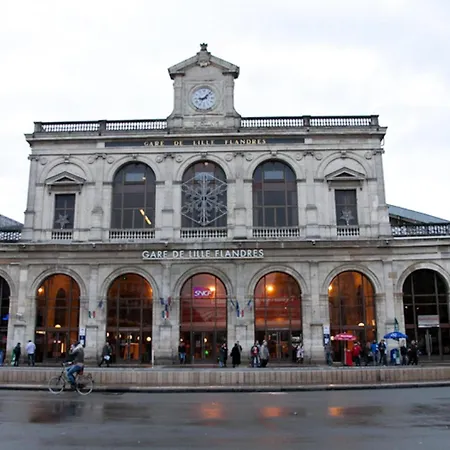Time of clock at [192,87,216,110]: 9:07
